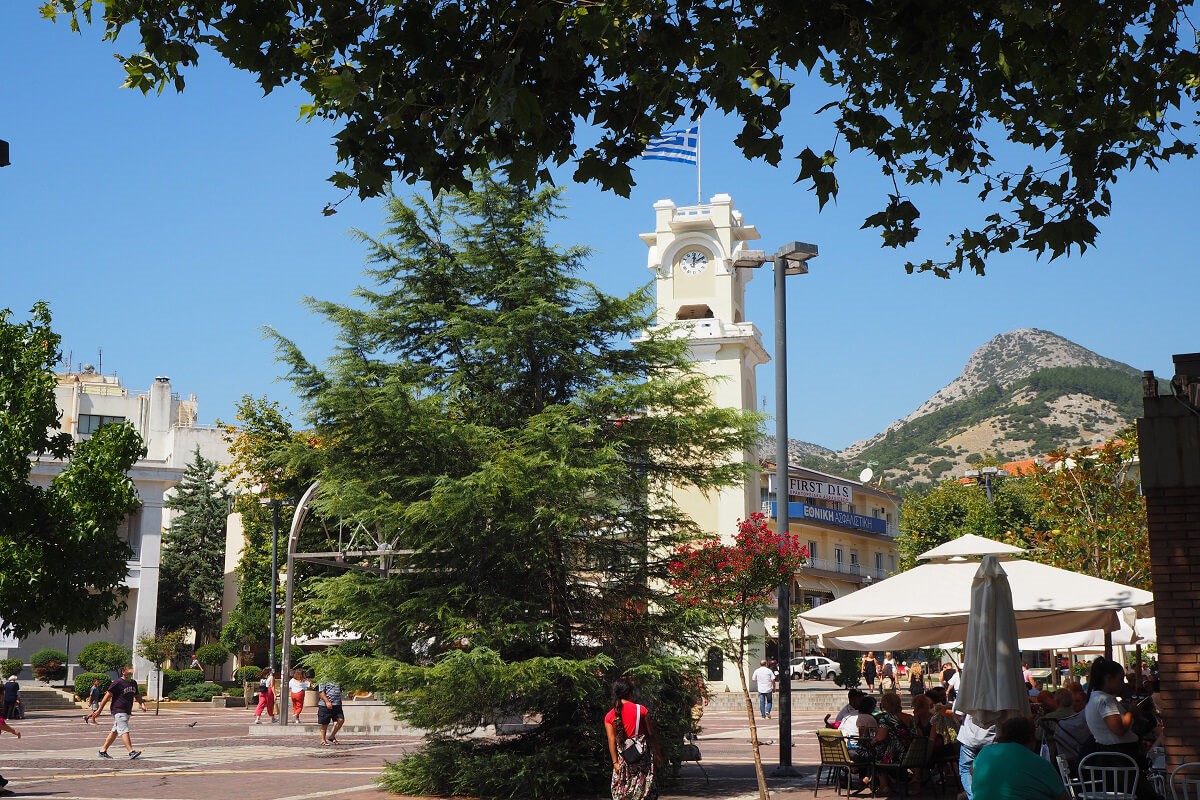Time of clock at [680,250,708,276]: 12:09
